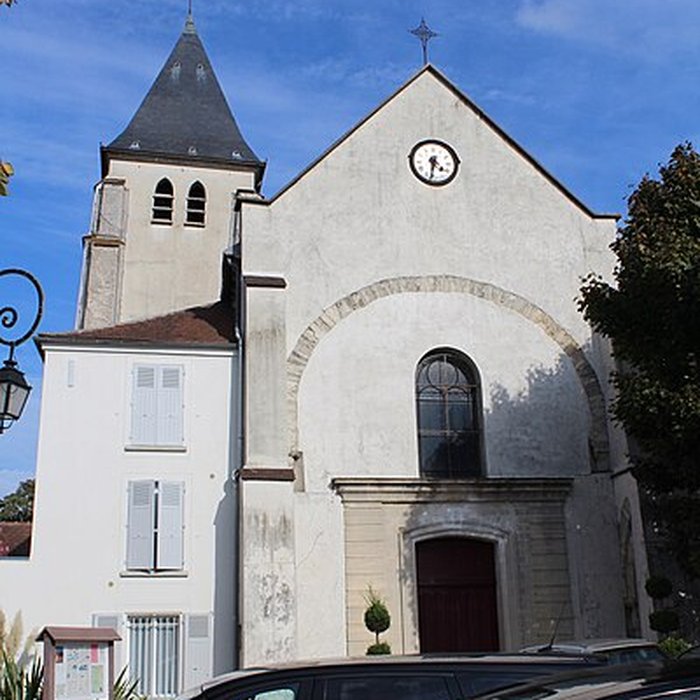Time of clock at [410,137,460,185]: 4:32
